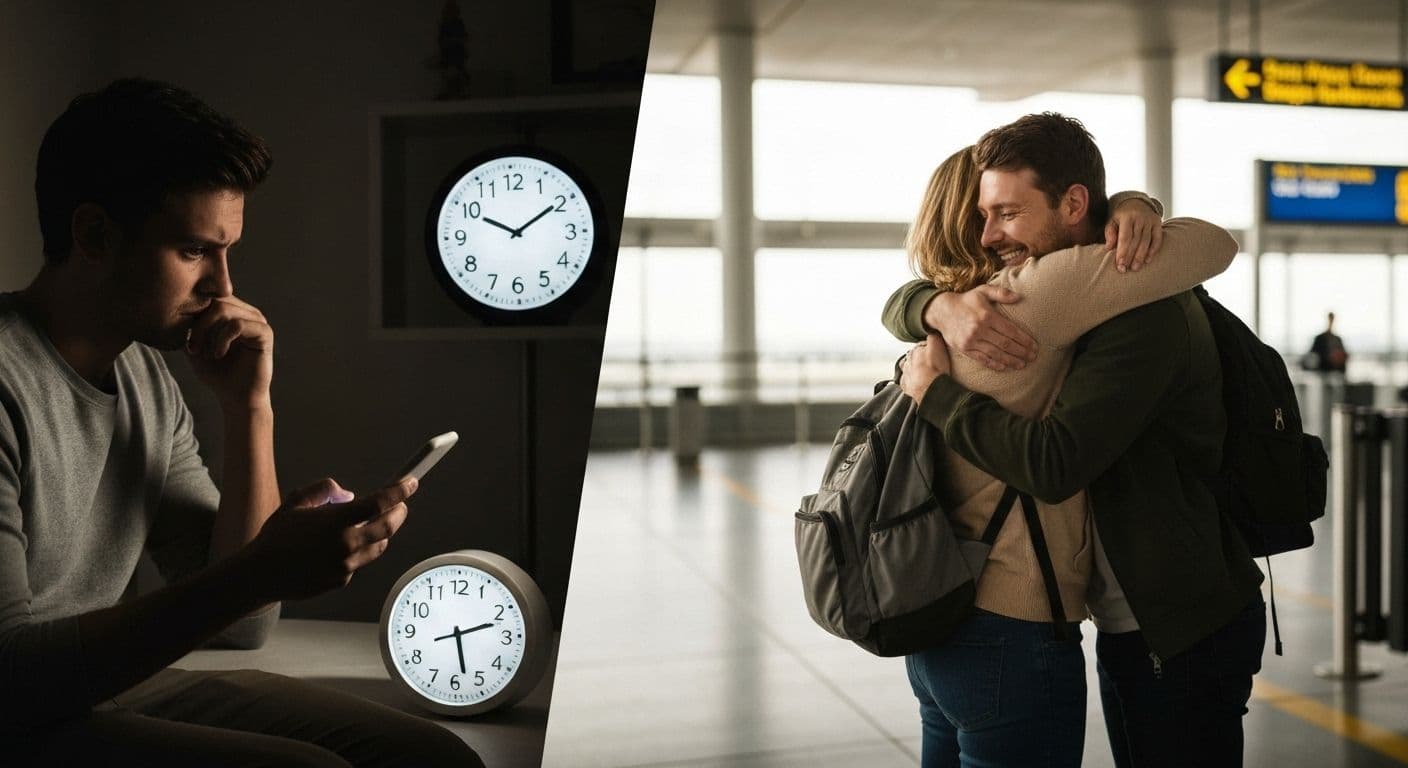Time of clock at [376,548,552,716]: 2:27
